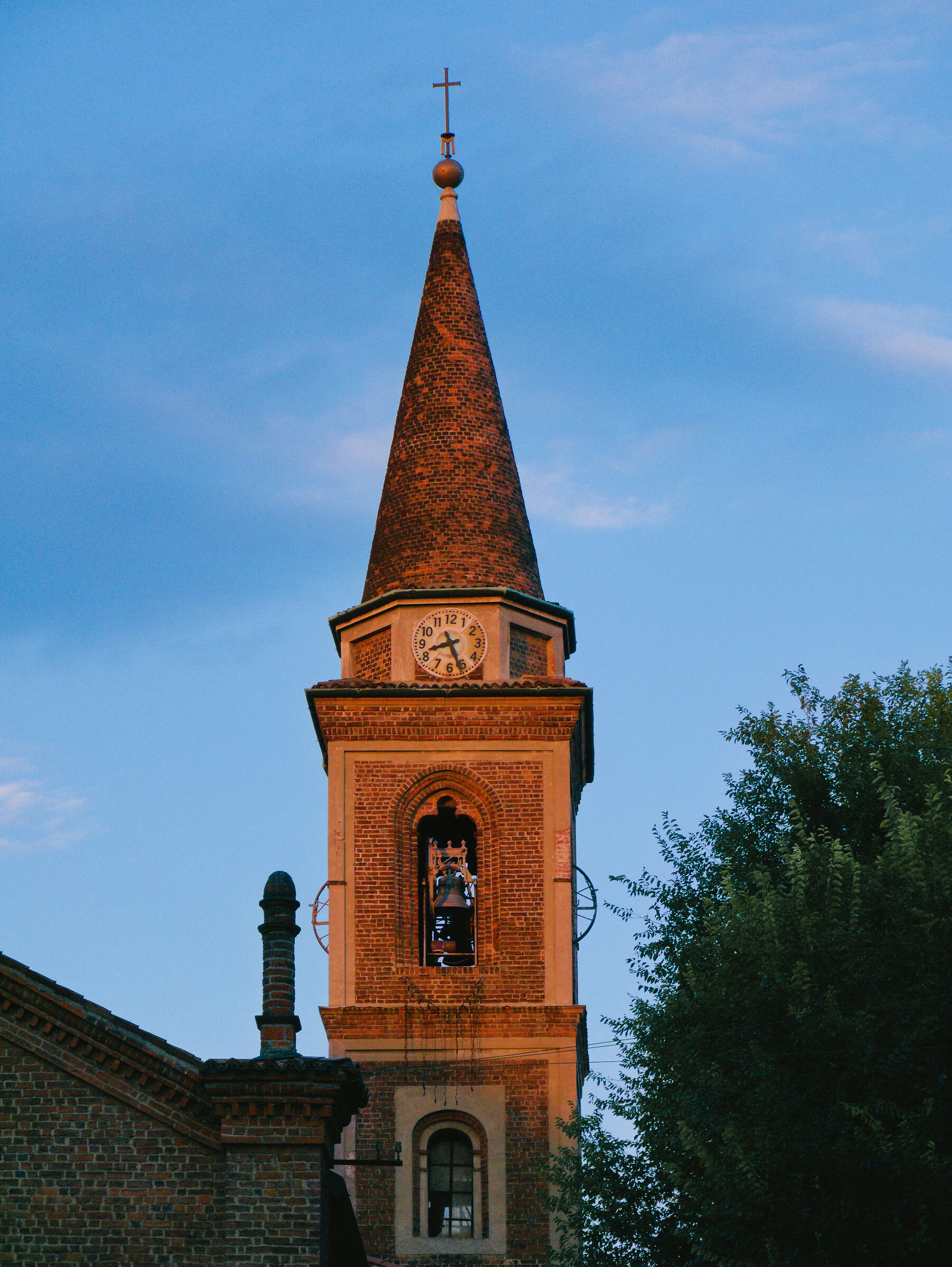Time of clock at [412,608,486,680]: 8:26
